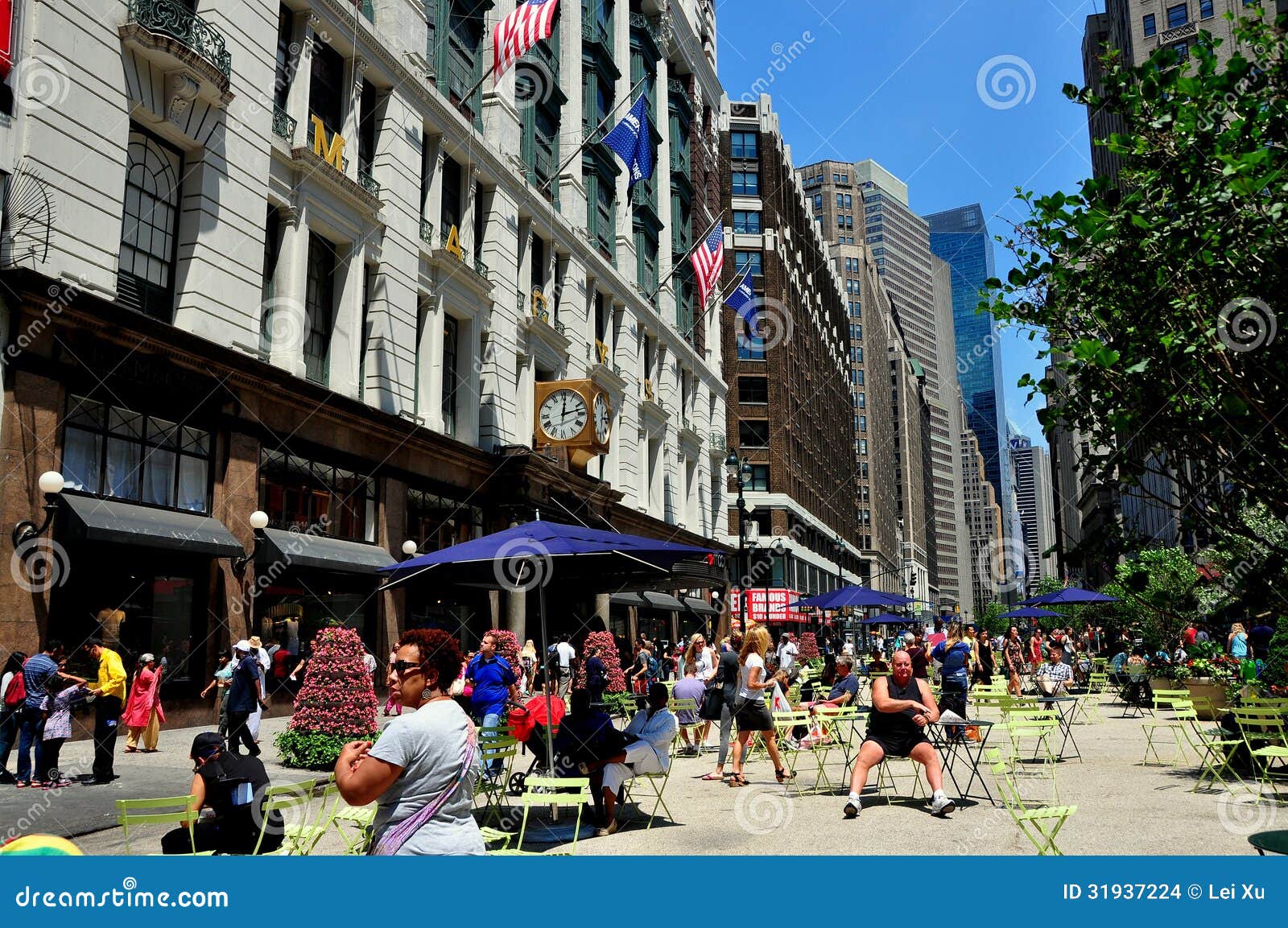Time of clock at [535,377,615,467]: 12:12
